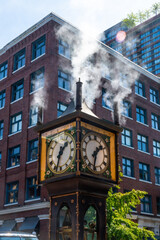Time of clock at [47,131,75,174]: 1:33
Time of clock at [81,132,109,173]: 1:32
